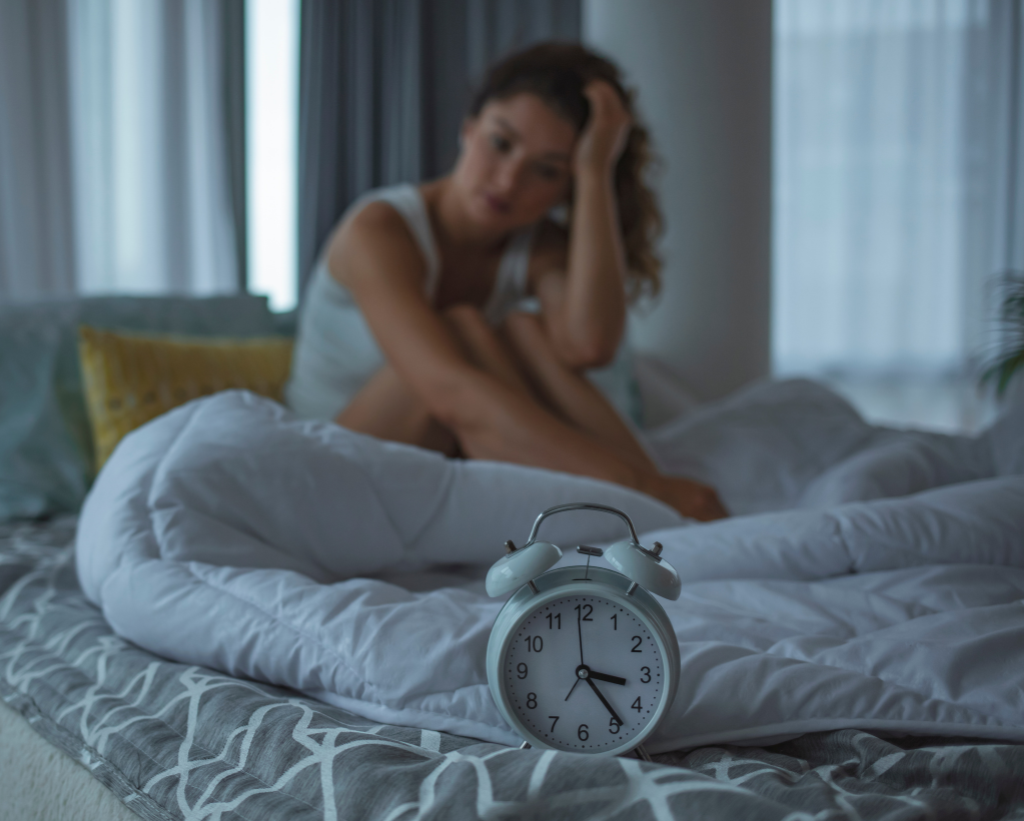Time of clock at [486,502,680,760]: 3:23
